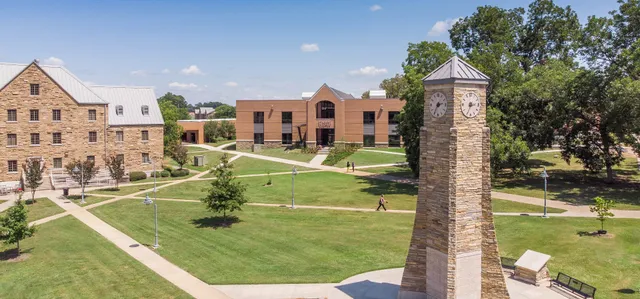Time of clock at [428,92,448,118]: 2:35
